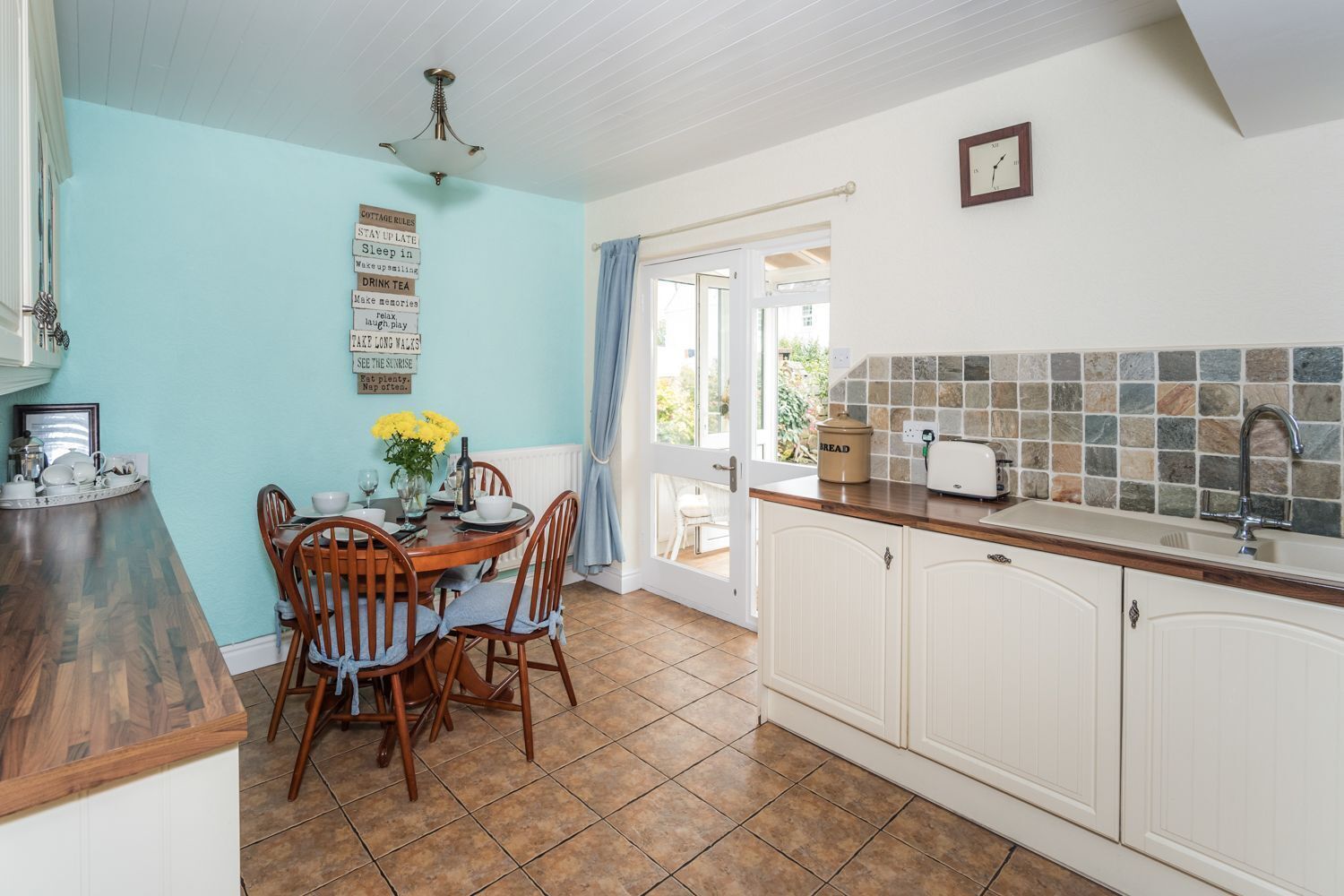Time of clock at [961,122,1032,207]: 1:32
